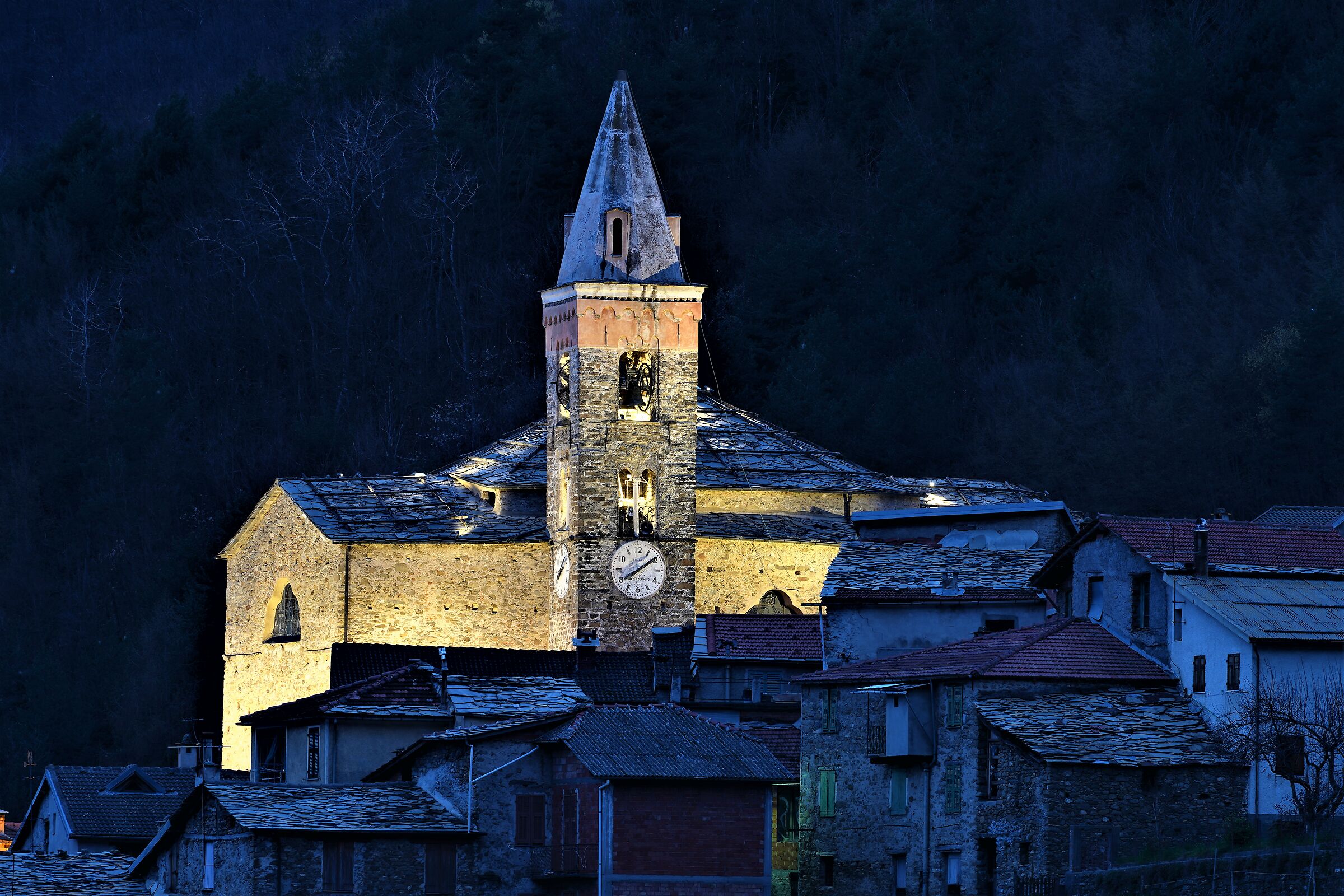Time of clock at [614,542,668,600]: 8:09
